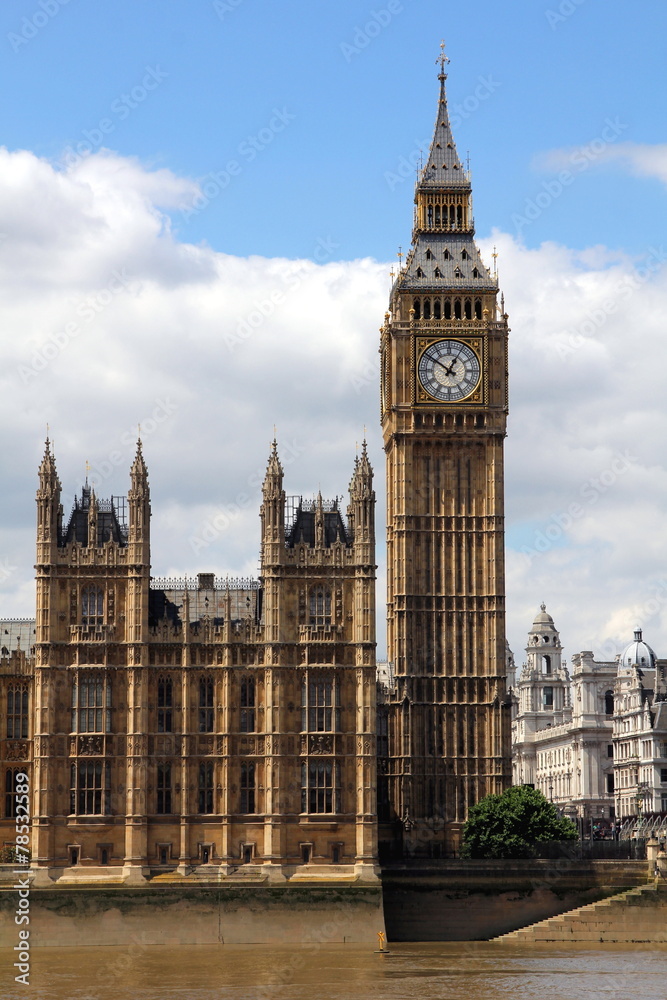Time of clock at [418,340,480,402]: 12:51
